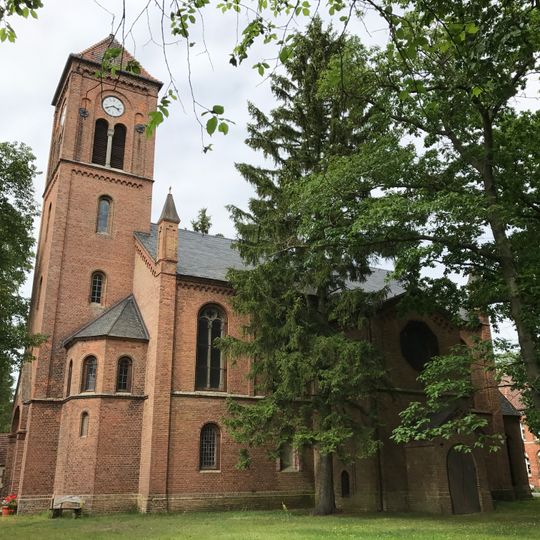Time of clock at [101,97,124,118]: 3:40
